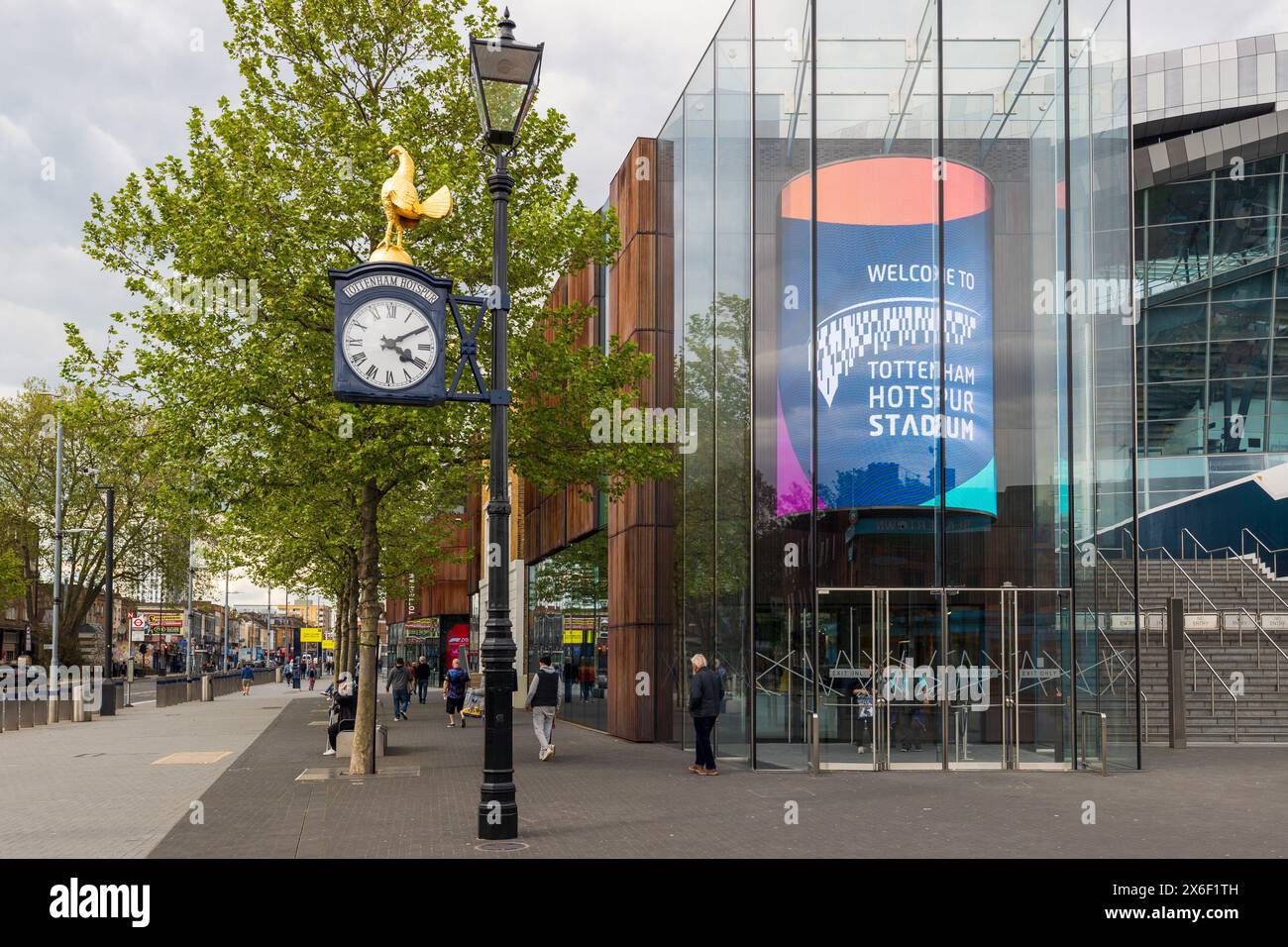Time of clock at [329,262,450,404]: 4:09
